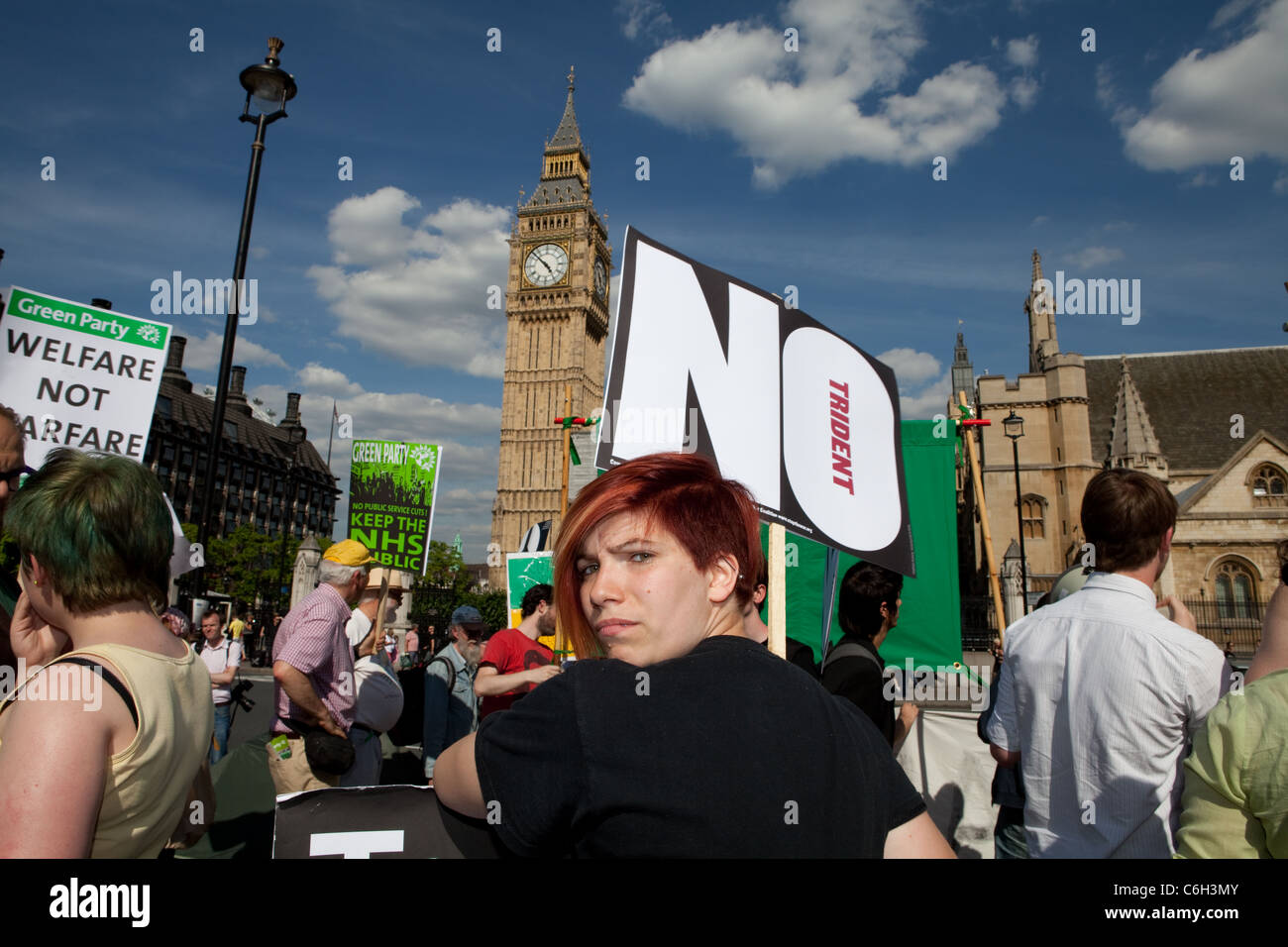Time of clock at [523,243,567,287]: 4:52
